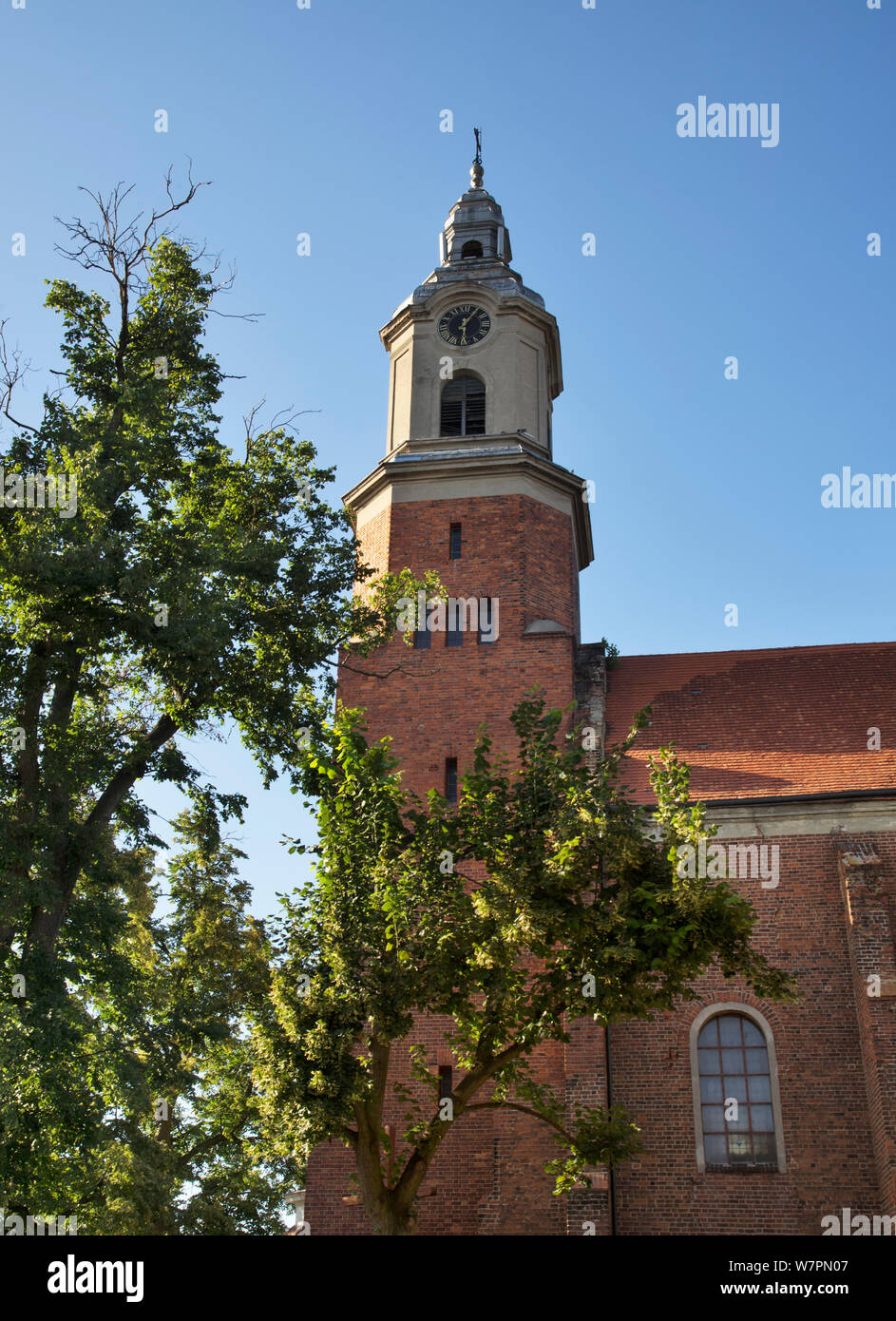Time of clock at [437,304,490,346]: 6:05
